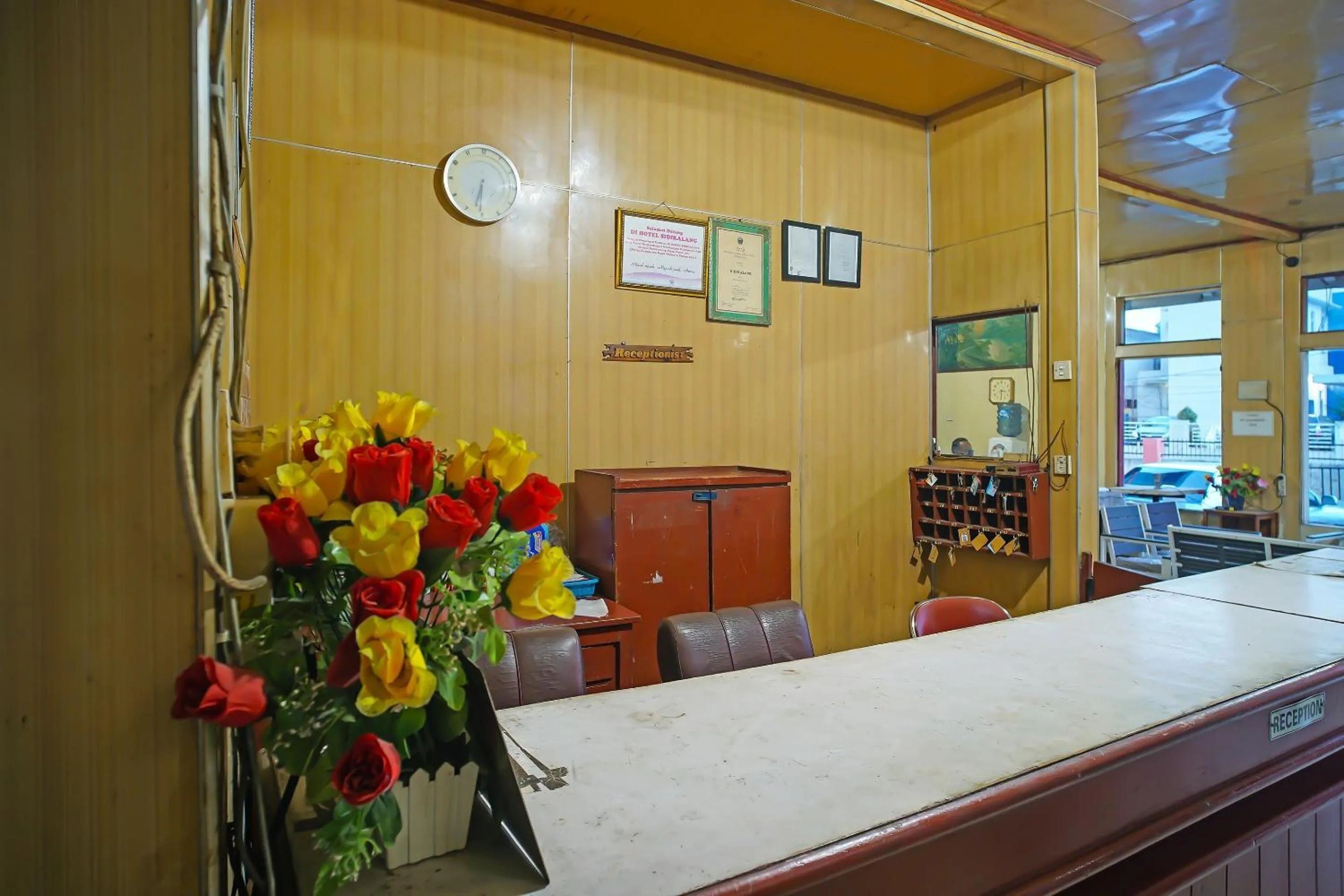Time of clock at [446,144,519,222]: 6:30
